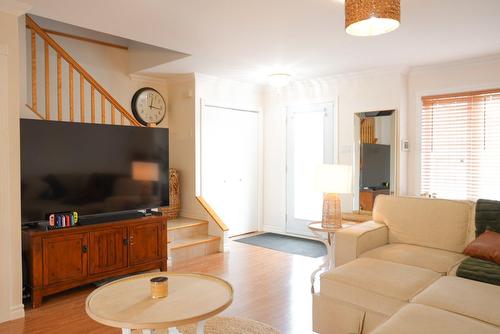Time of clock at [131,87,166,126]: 12:16
